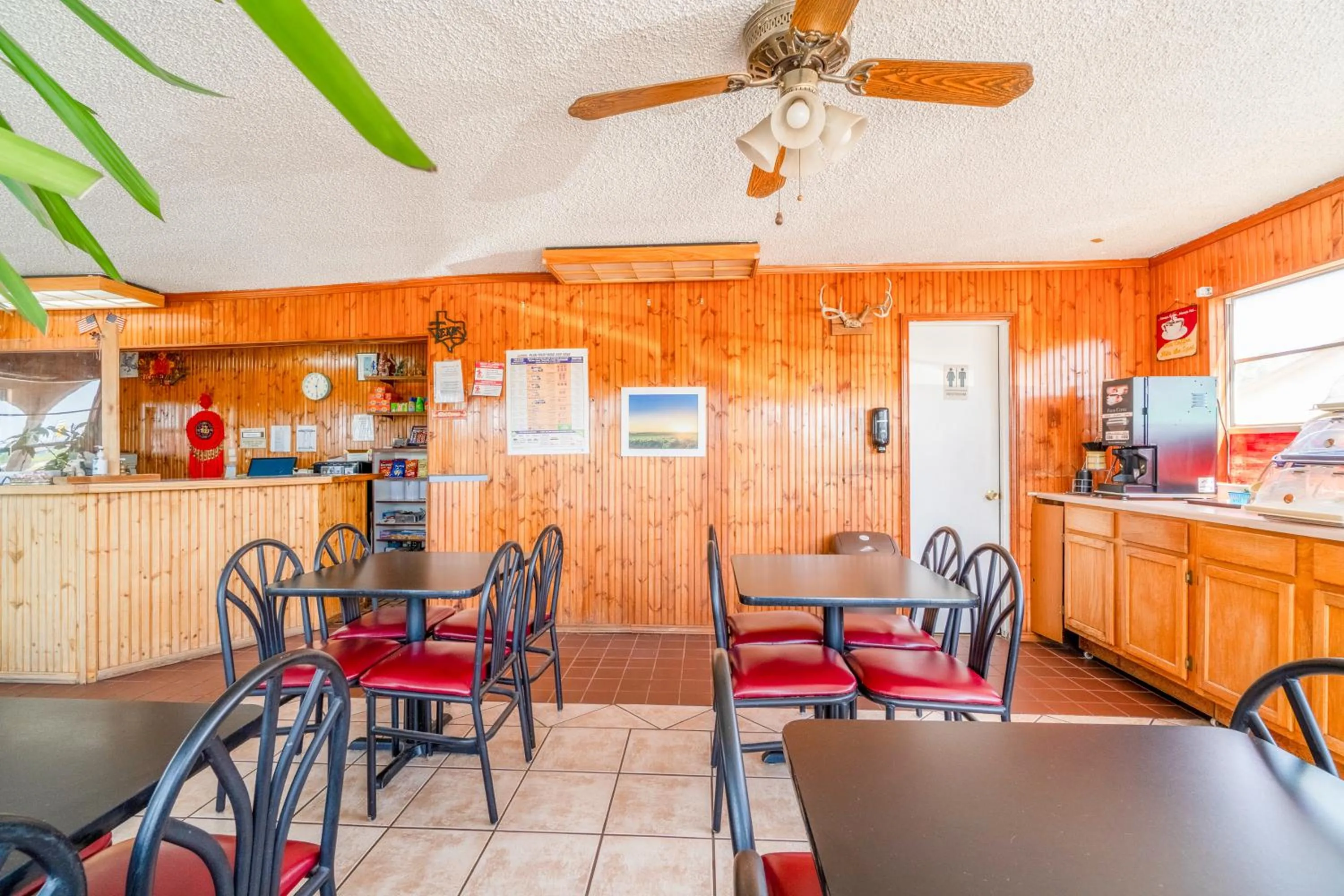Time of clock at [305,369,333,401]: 12:29
